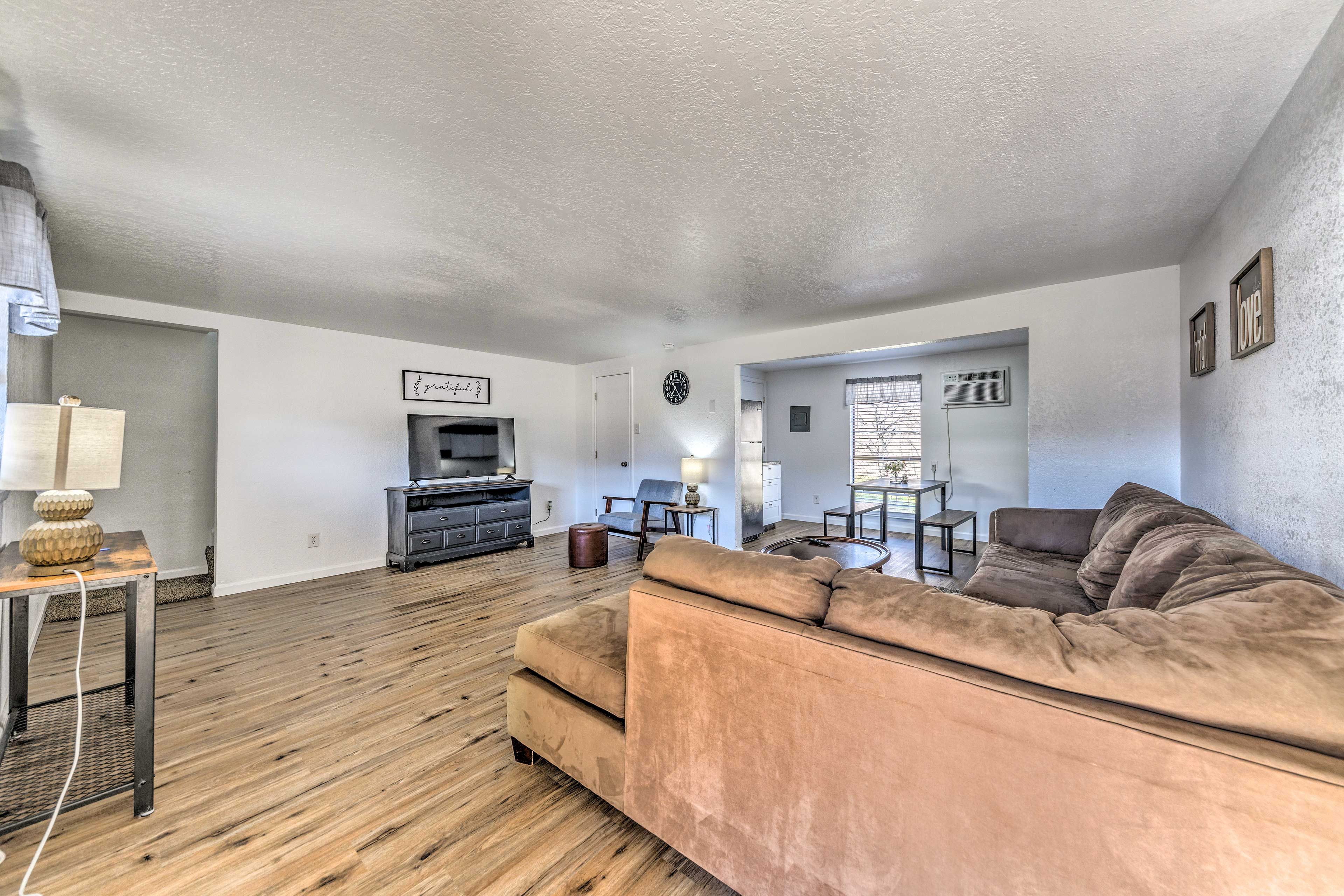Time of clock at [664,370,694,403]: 7:24
